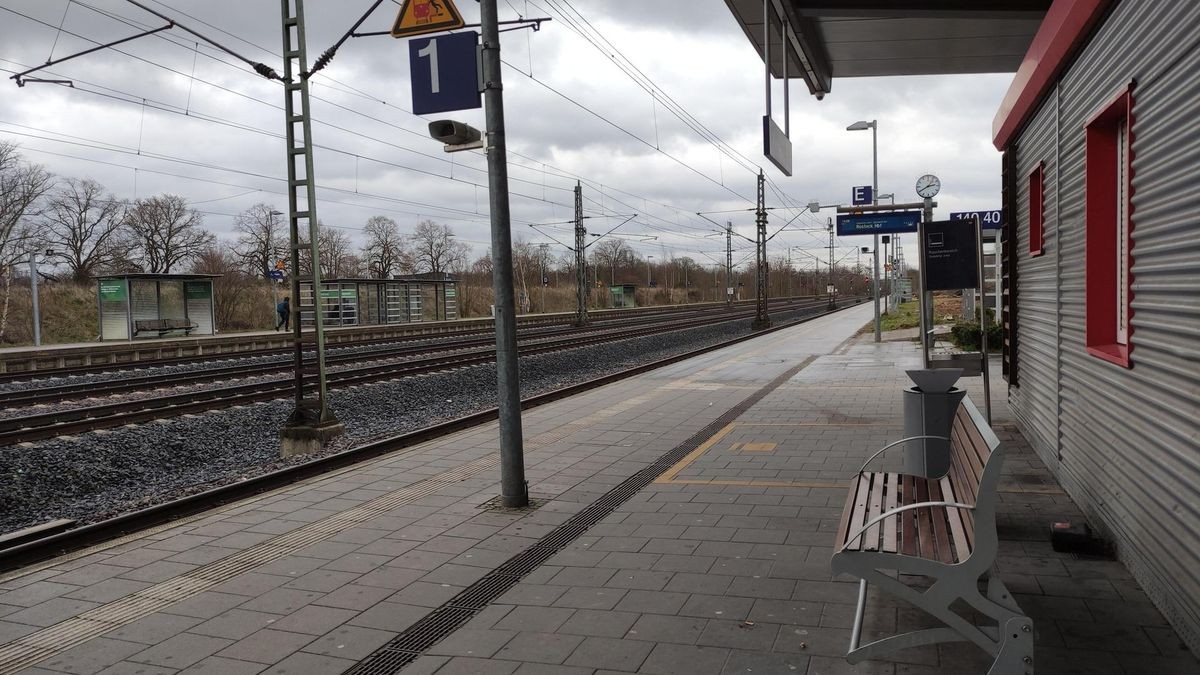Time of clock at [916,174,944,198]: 2:40
